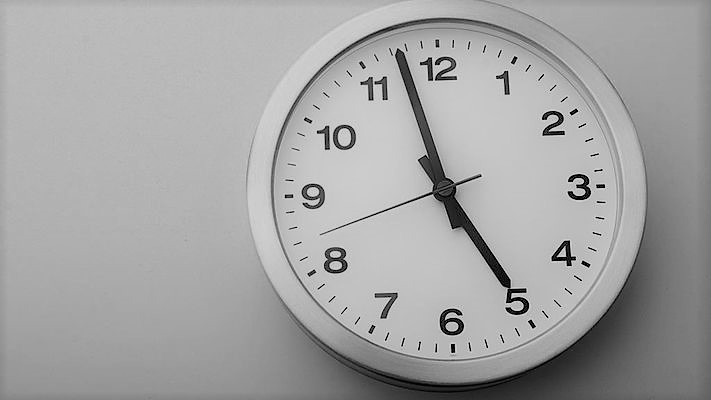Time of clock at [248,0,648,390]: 4:57
